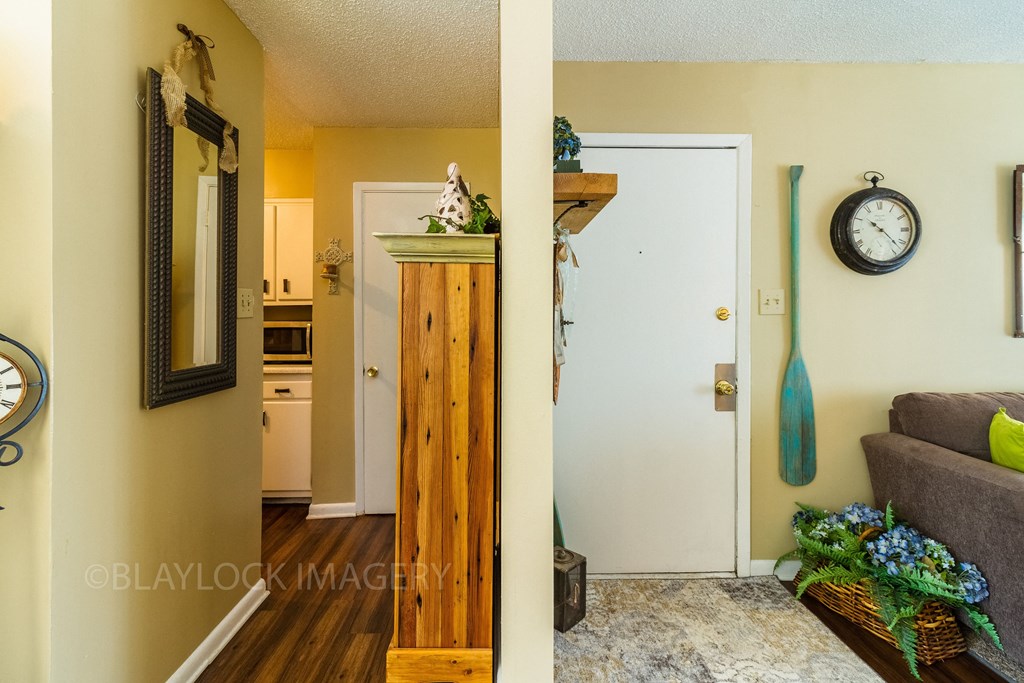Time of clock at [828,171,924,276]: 10:22
